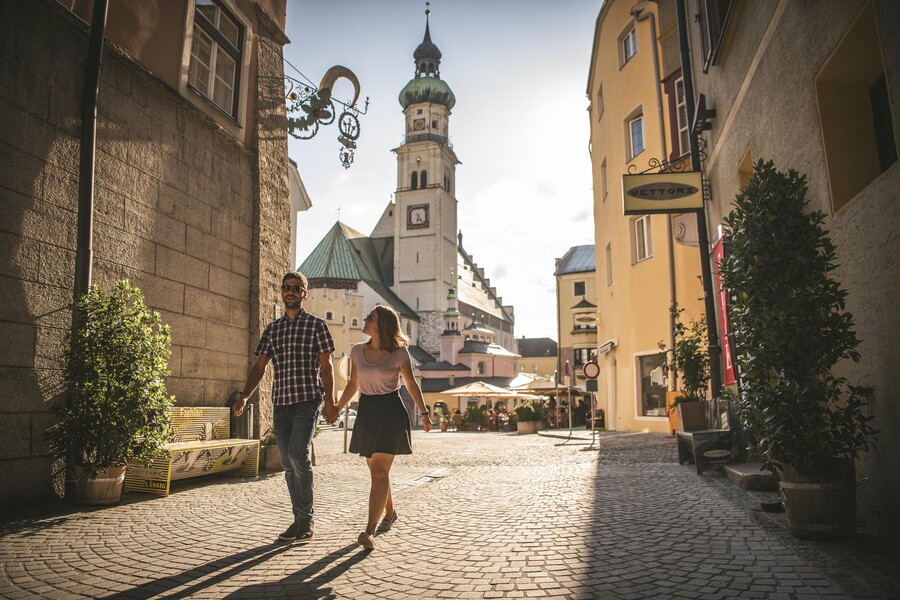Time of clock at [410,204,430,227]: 6:23
